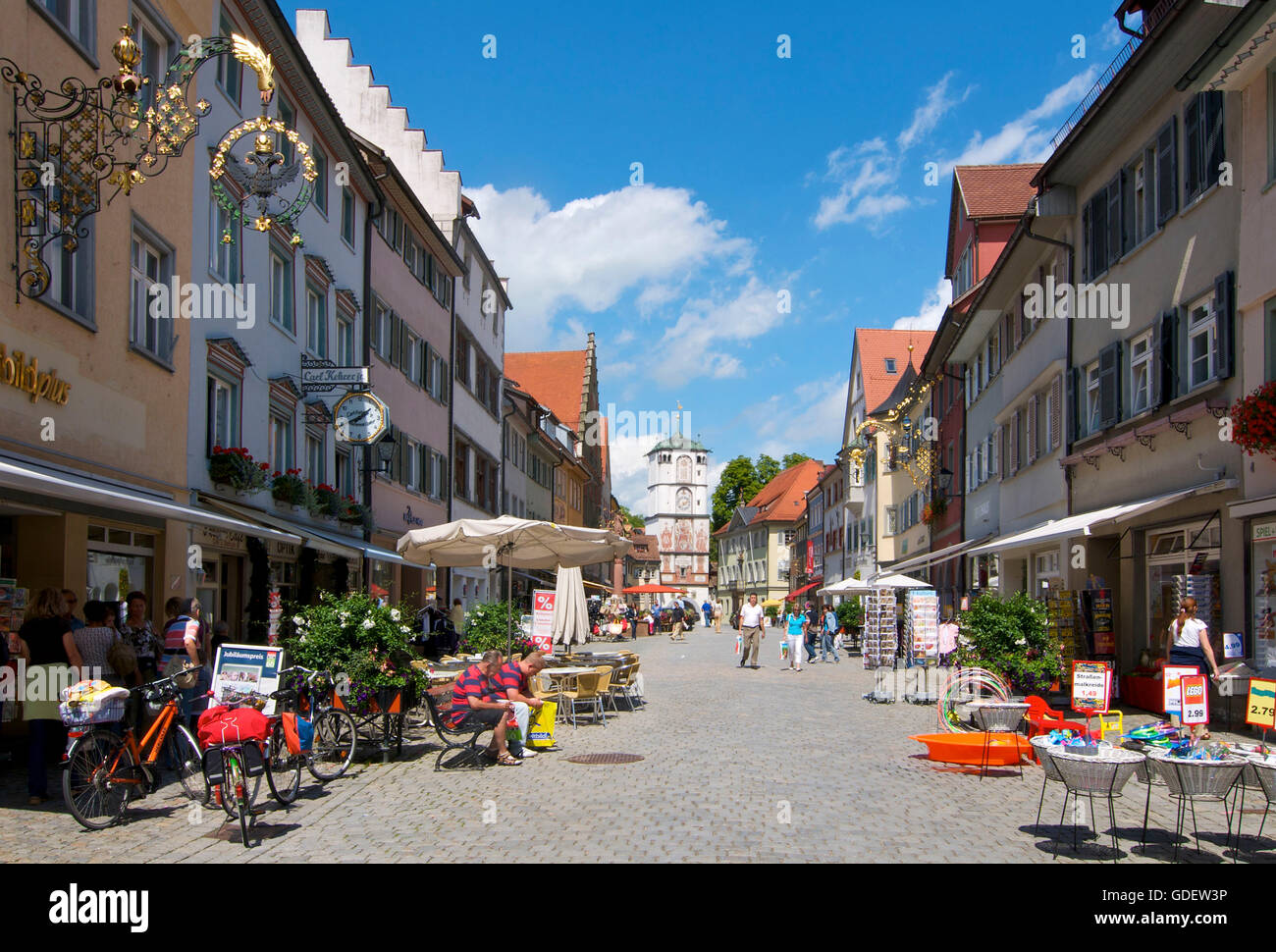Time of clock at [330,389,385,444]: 7:40
